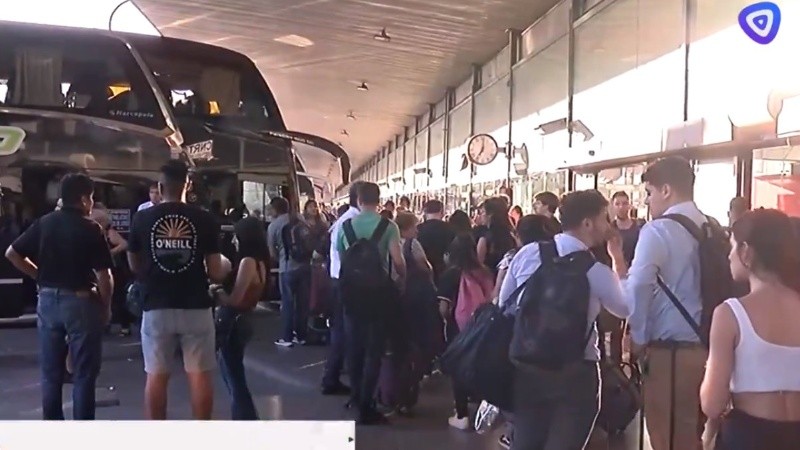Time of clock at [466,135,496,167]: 7:01
